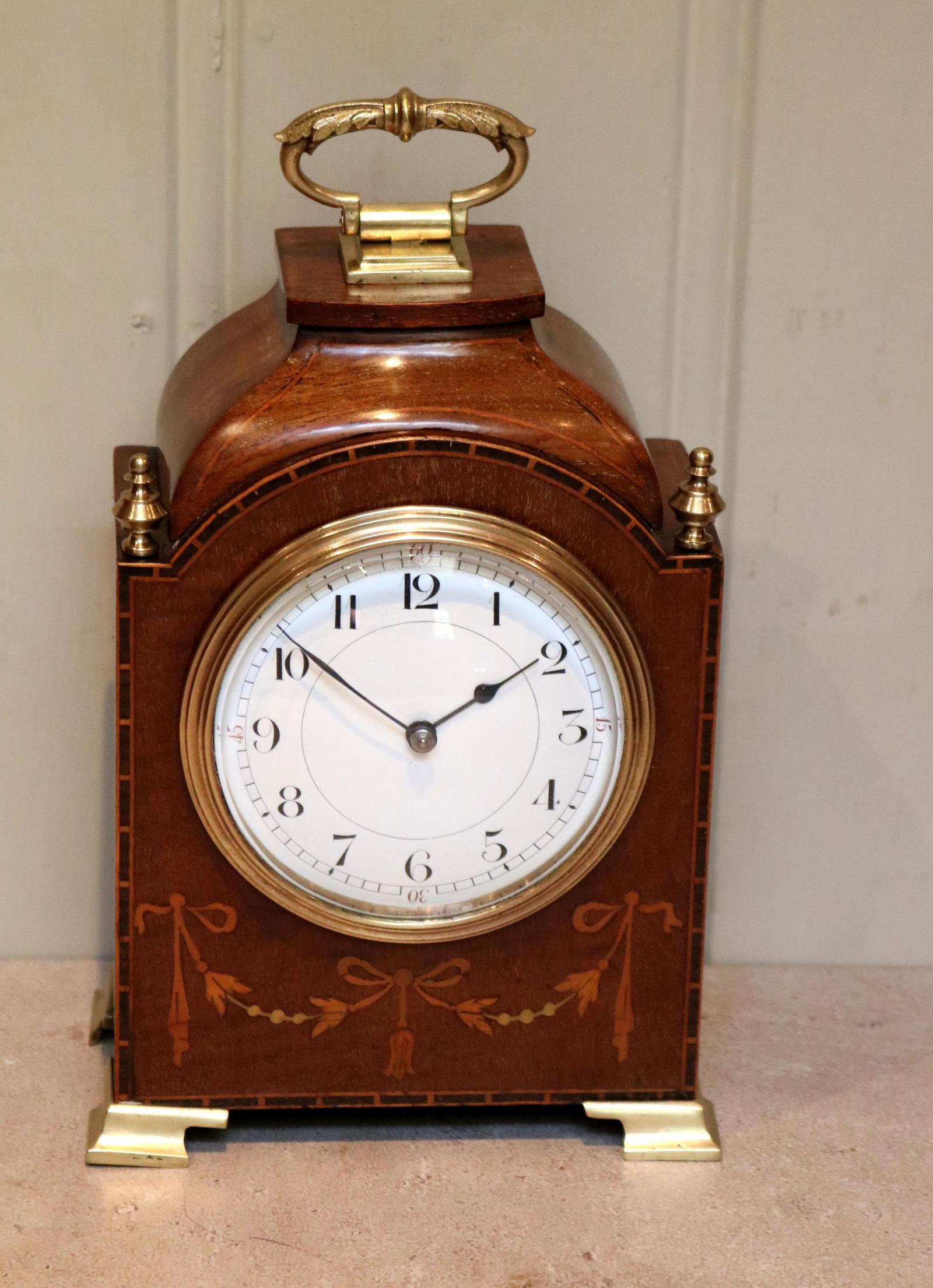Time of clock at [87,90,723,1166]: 1:51
